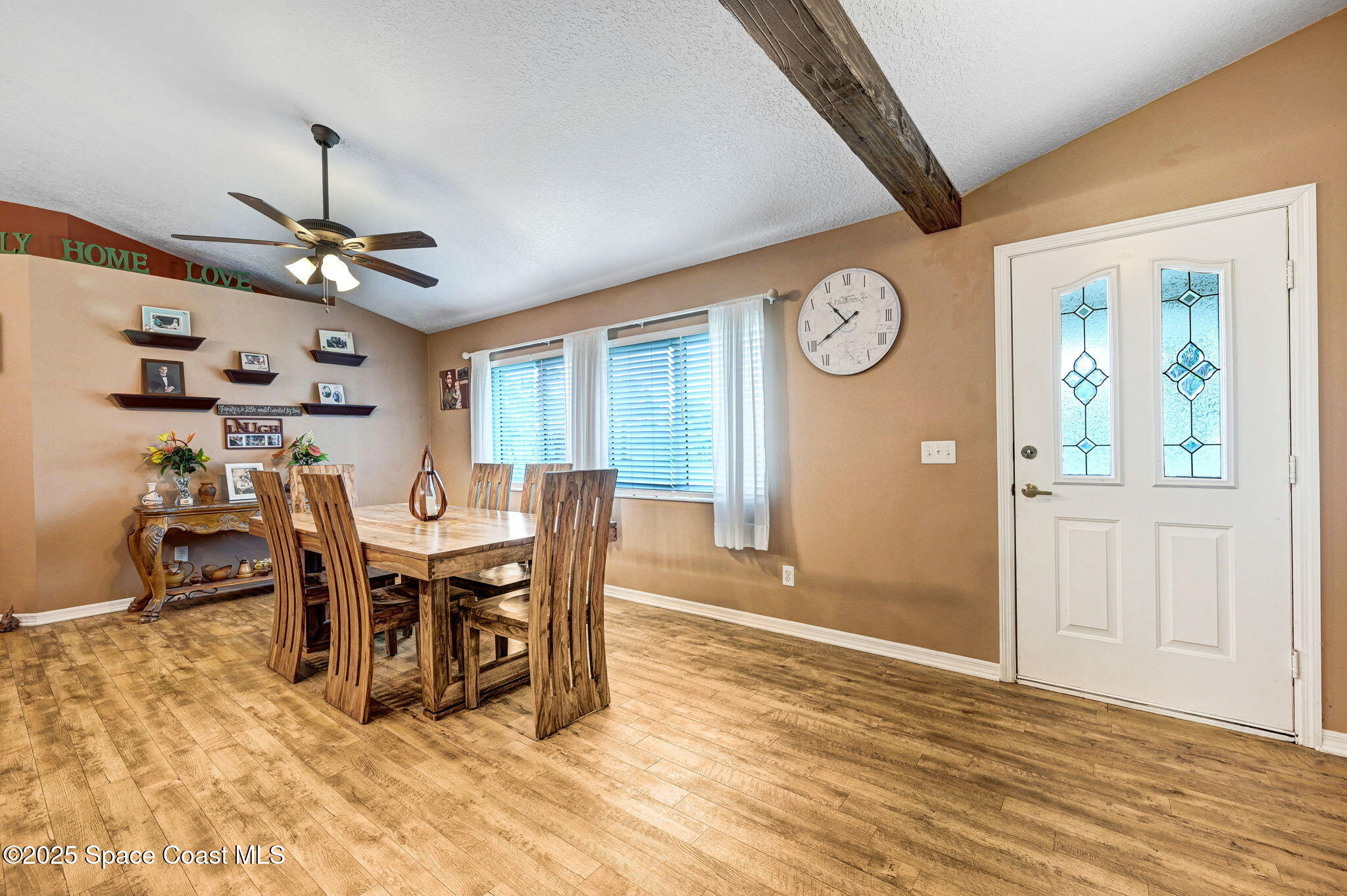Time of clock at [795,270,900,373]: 10:39
